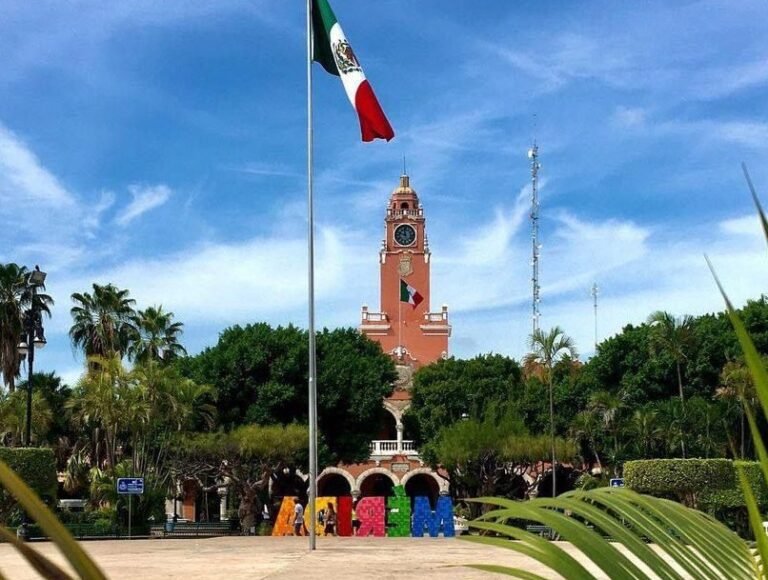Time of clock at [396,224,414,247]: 11:48
